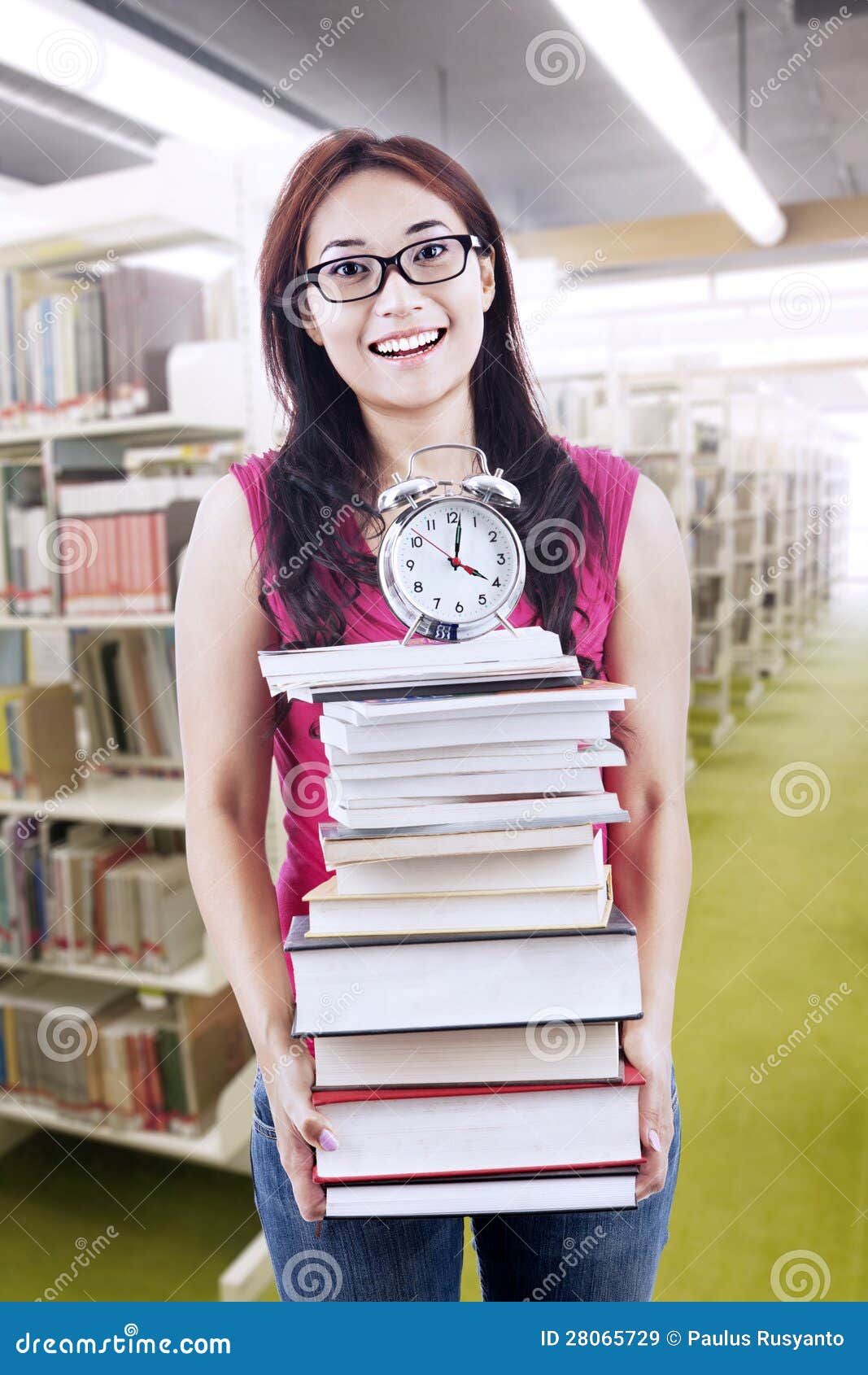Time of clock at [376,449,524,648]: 4:01
